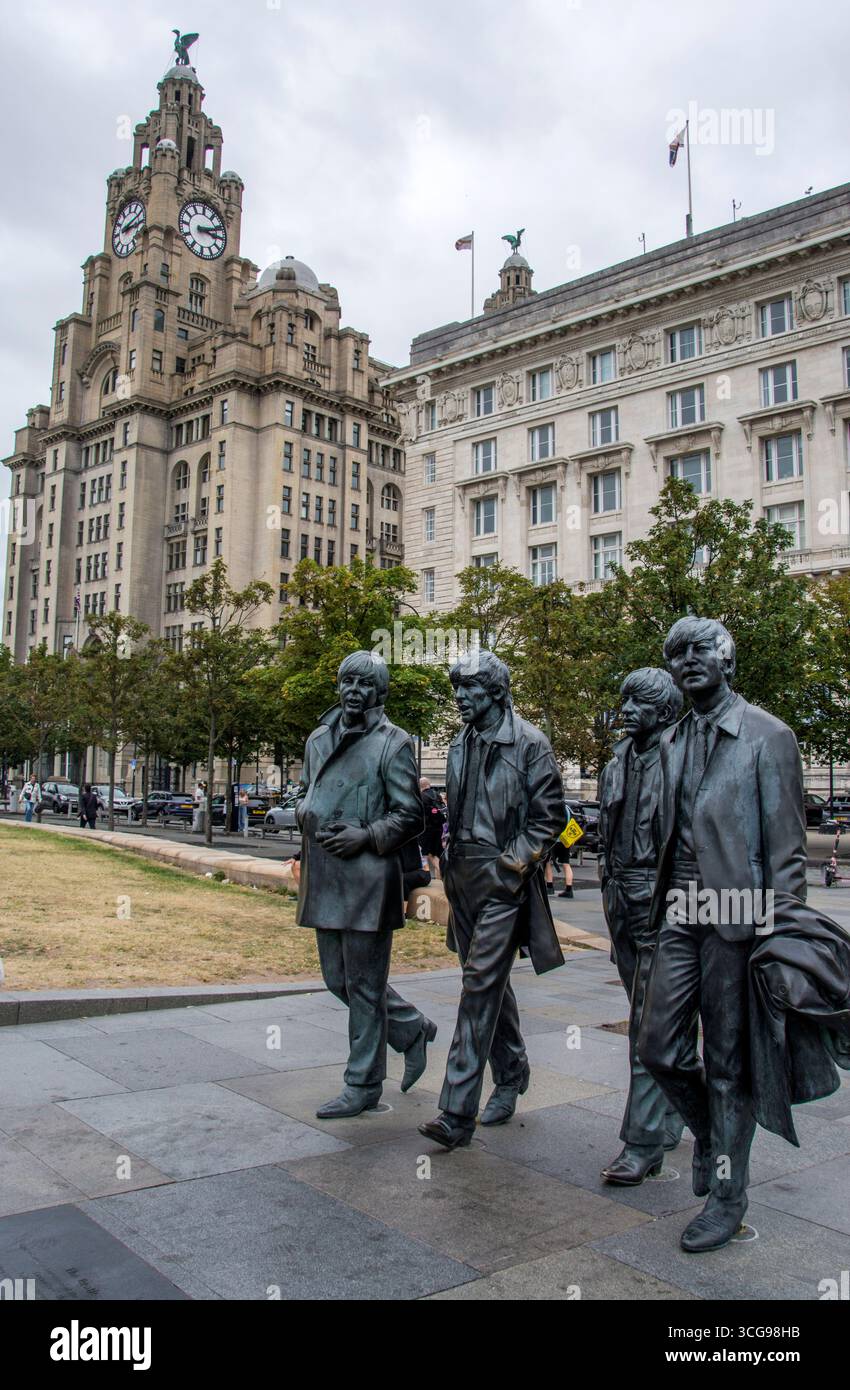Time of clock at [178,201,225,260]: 3:11
